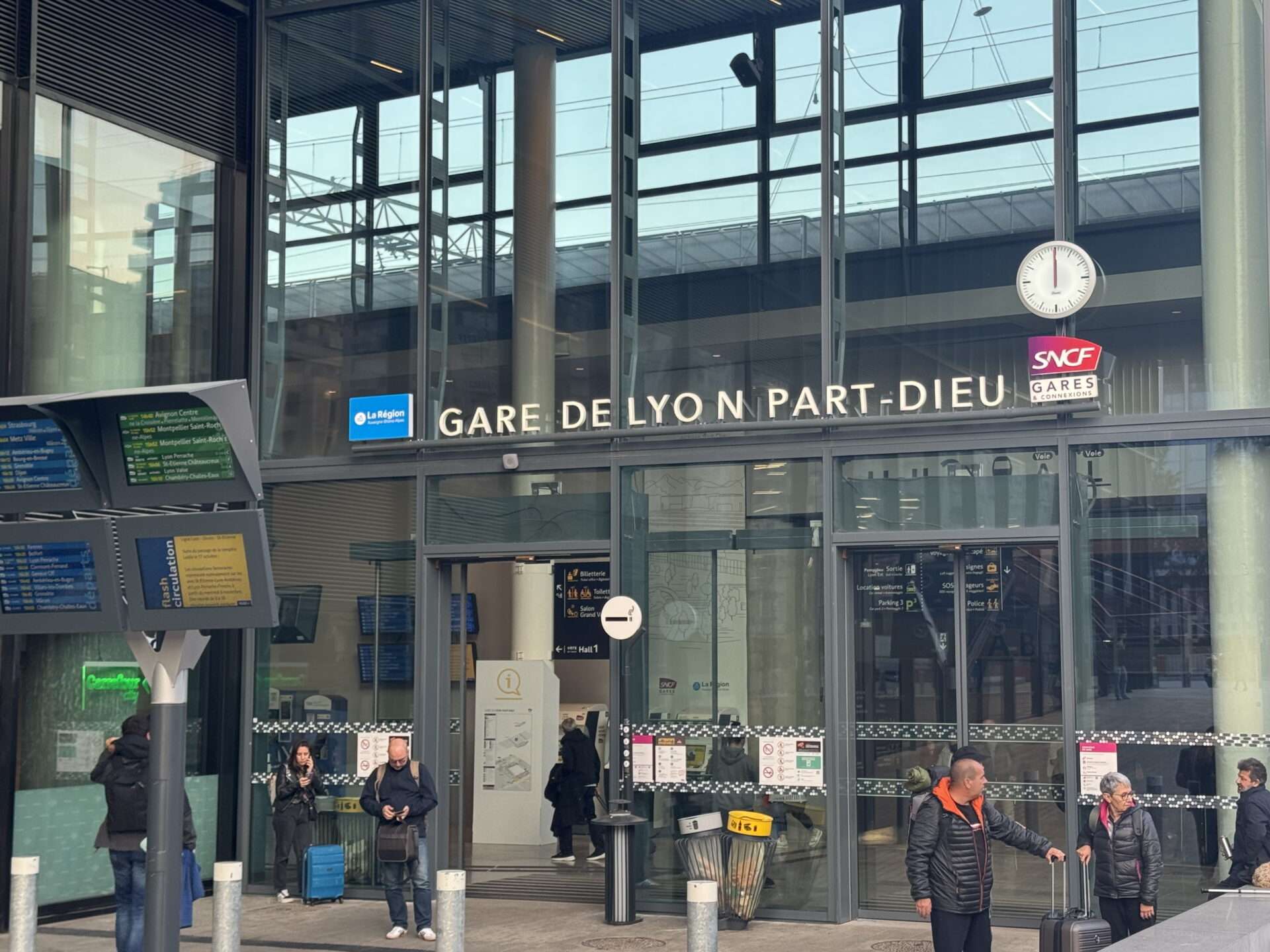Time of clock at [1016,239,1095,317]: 11:59
